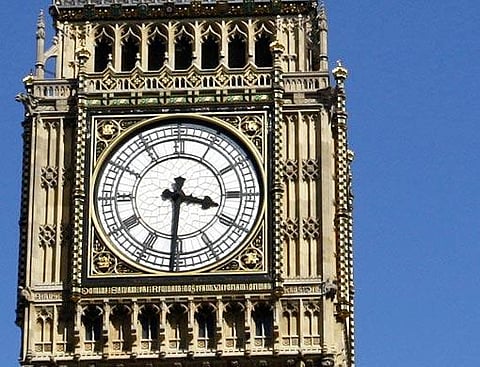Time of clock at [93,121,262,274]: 3:30
